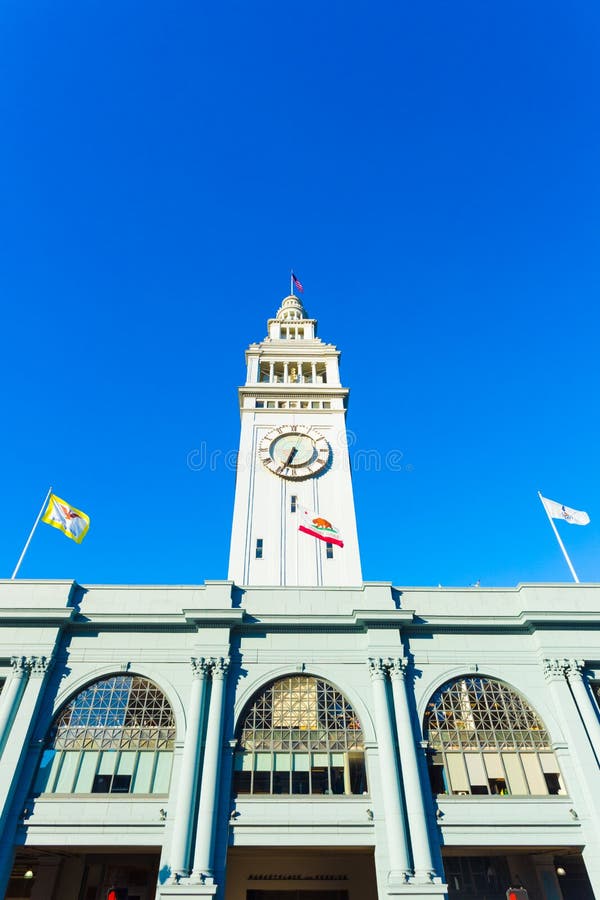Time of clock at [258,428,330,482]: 6:33
